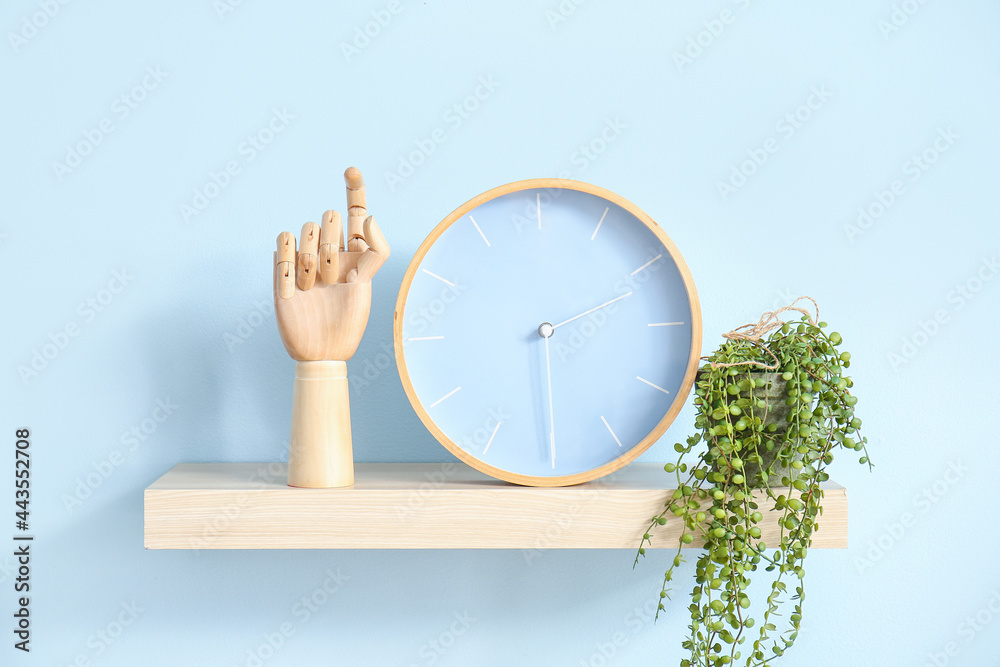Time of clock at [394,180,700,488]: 2:29
